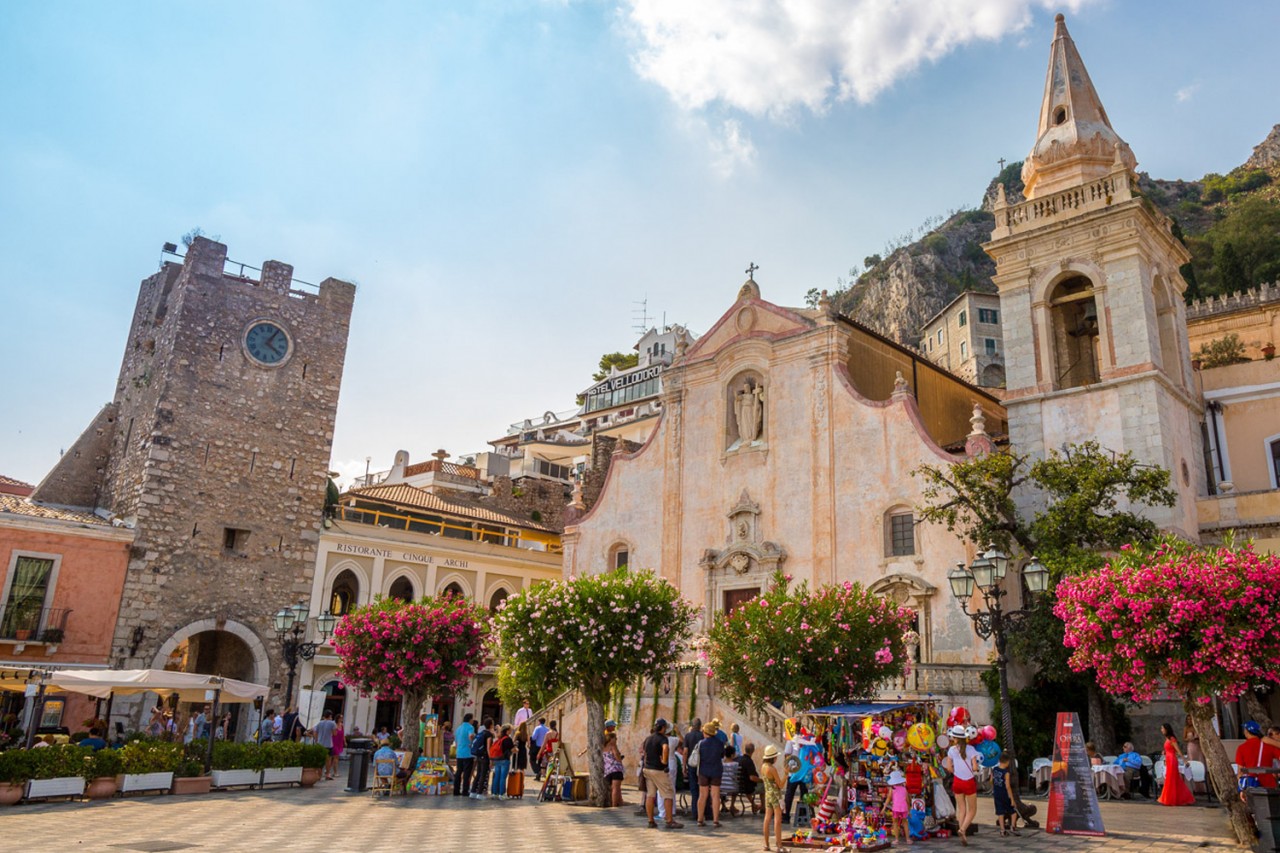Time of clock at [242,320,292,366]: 4:04
